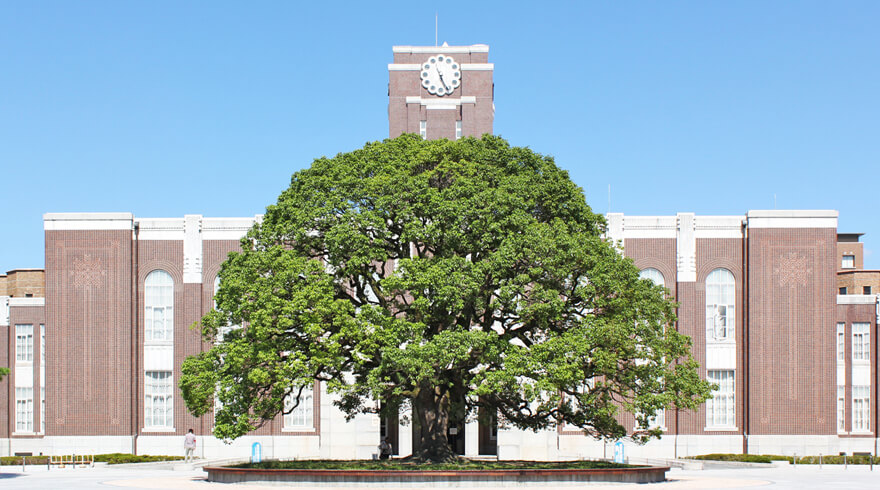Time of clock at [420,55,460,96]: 5:26
